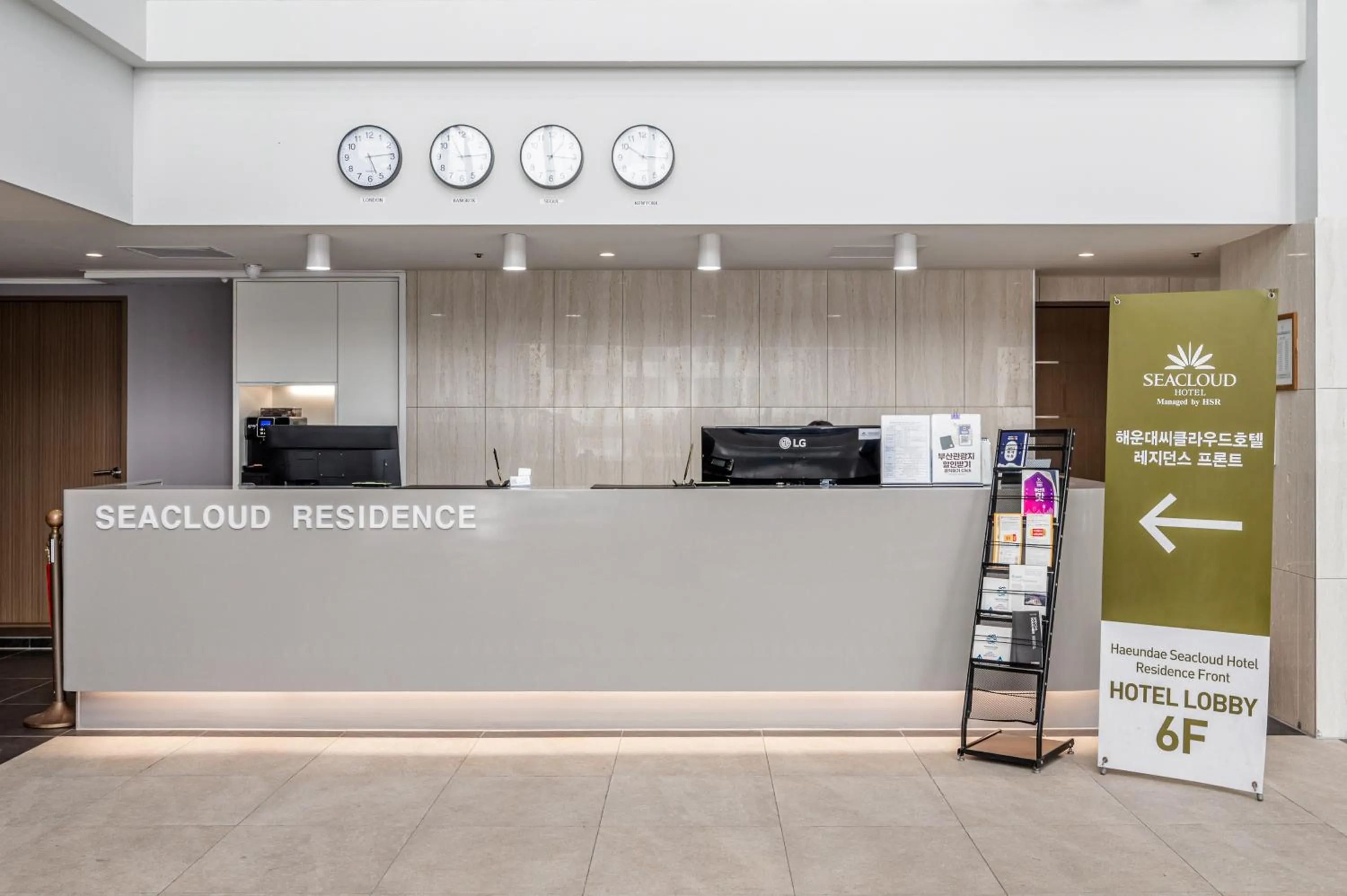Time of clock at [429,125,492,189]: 12:14
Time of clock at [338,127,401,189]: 5:14
